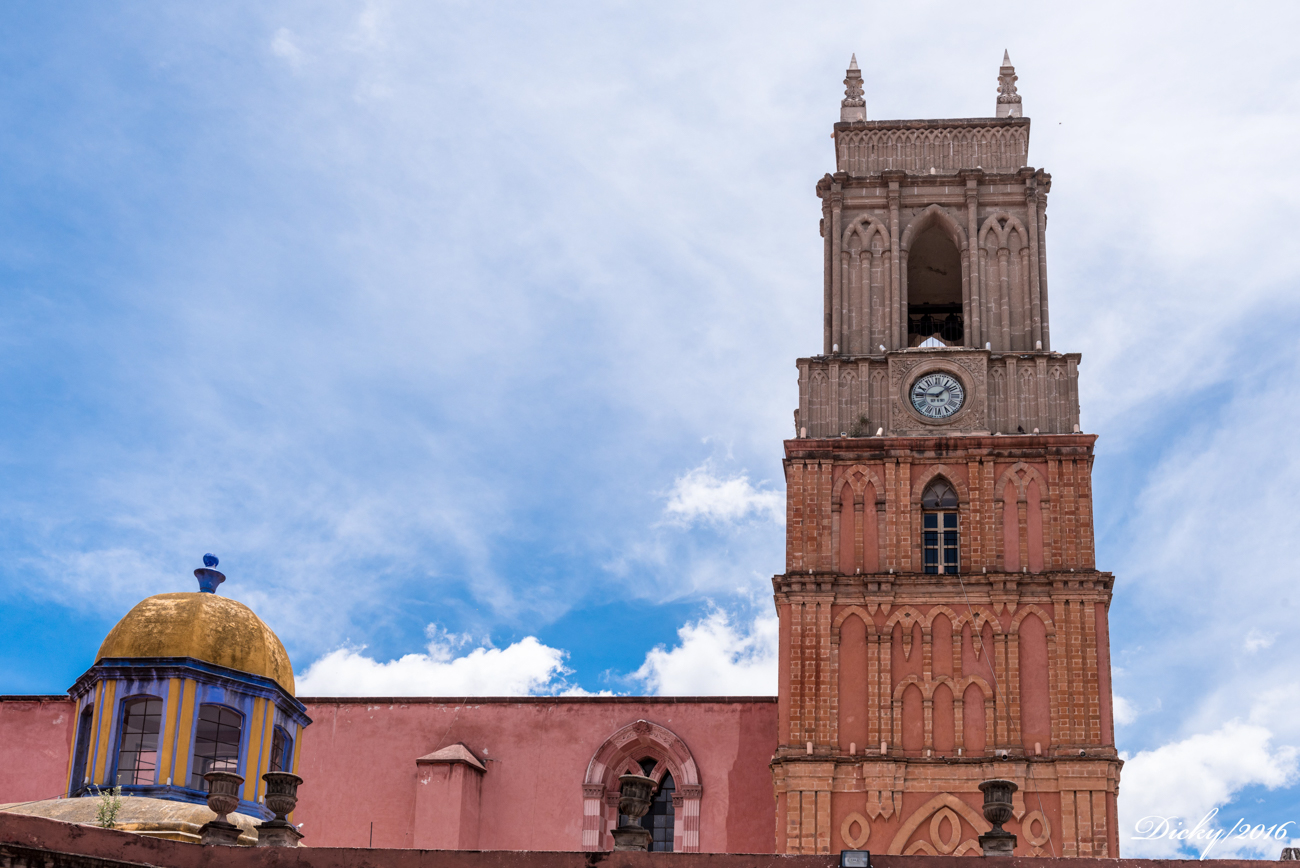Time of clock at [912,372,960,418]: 1:46
